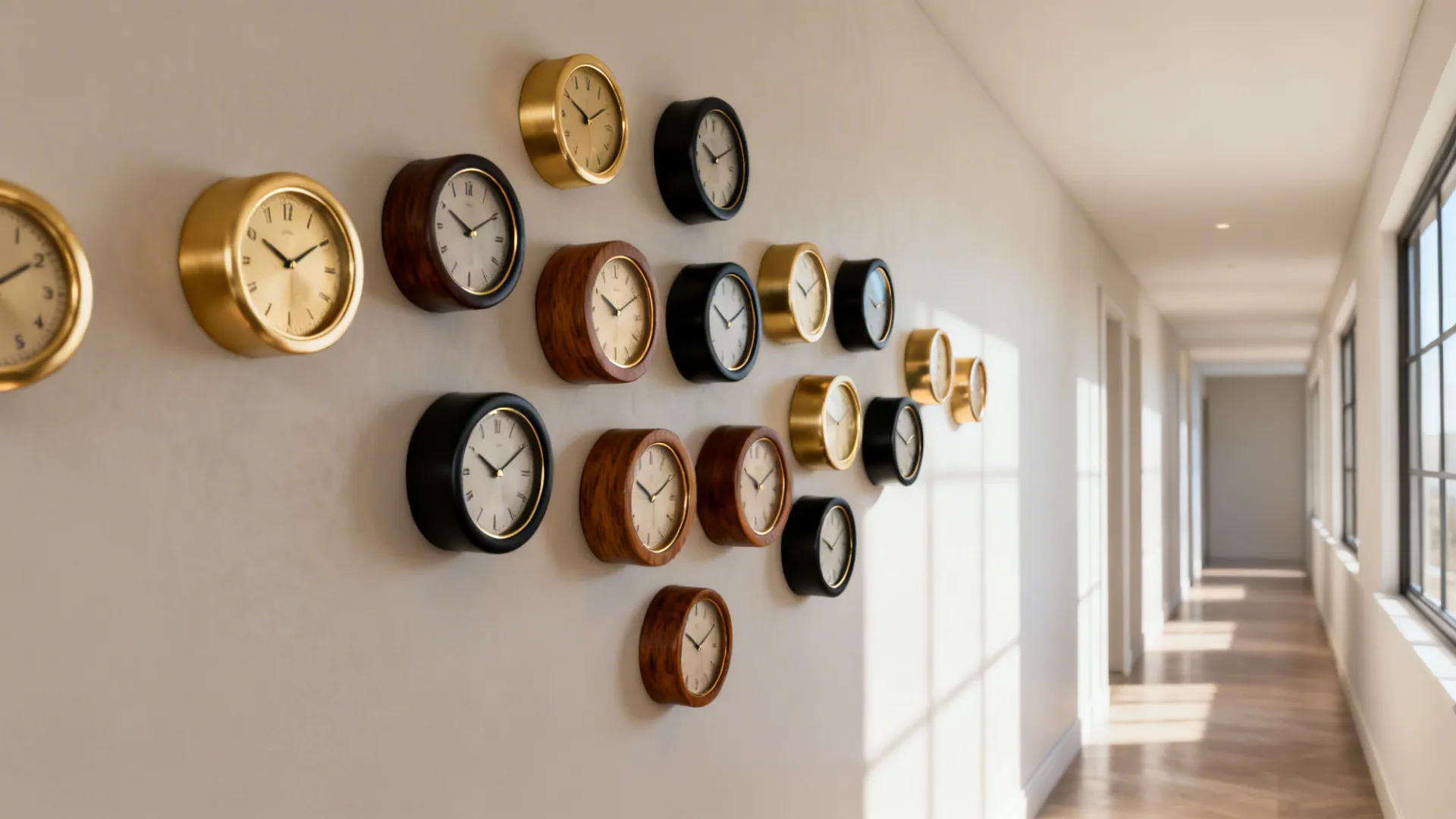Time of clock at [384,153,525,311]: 10:10
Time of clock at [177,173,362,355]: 10:09
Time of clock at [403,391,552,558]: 10:09
